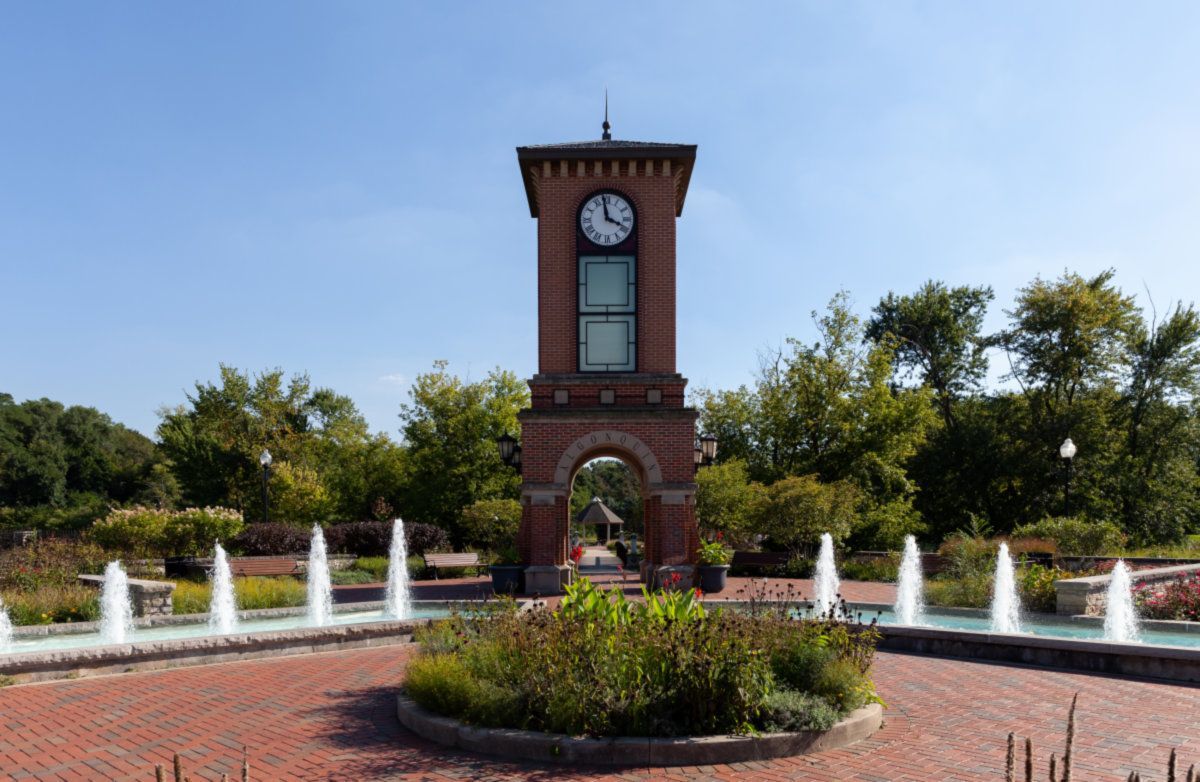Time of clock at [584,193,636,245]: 3:58
